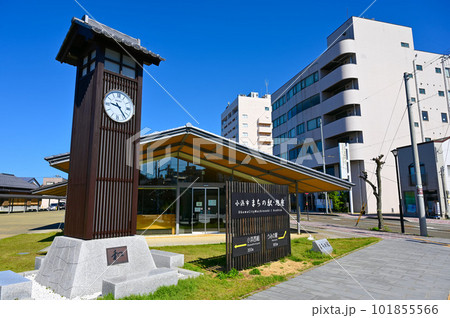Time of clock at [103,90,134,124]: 9:23
